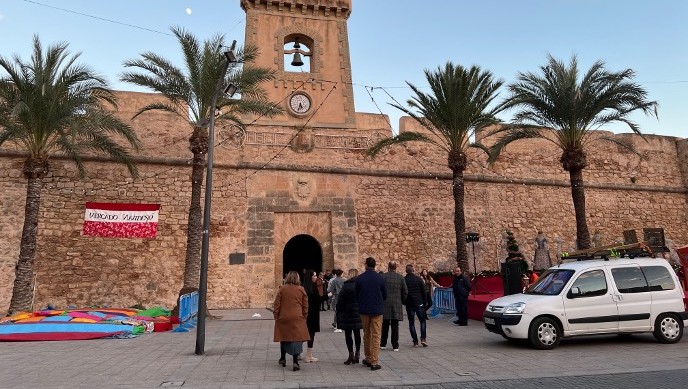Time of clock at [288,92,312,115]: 5:33
